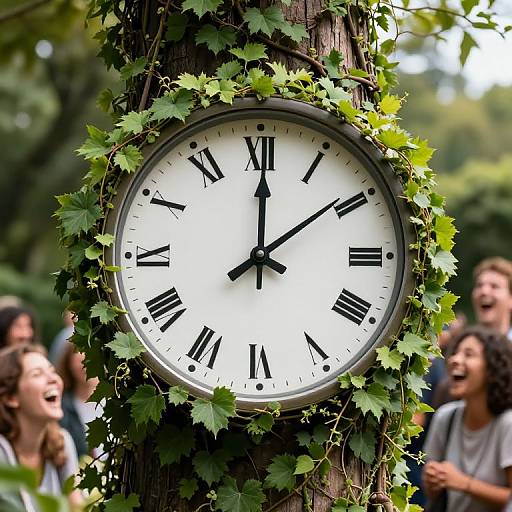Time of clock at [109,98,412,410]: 12:08
